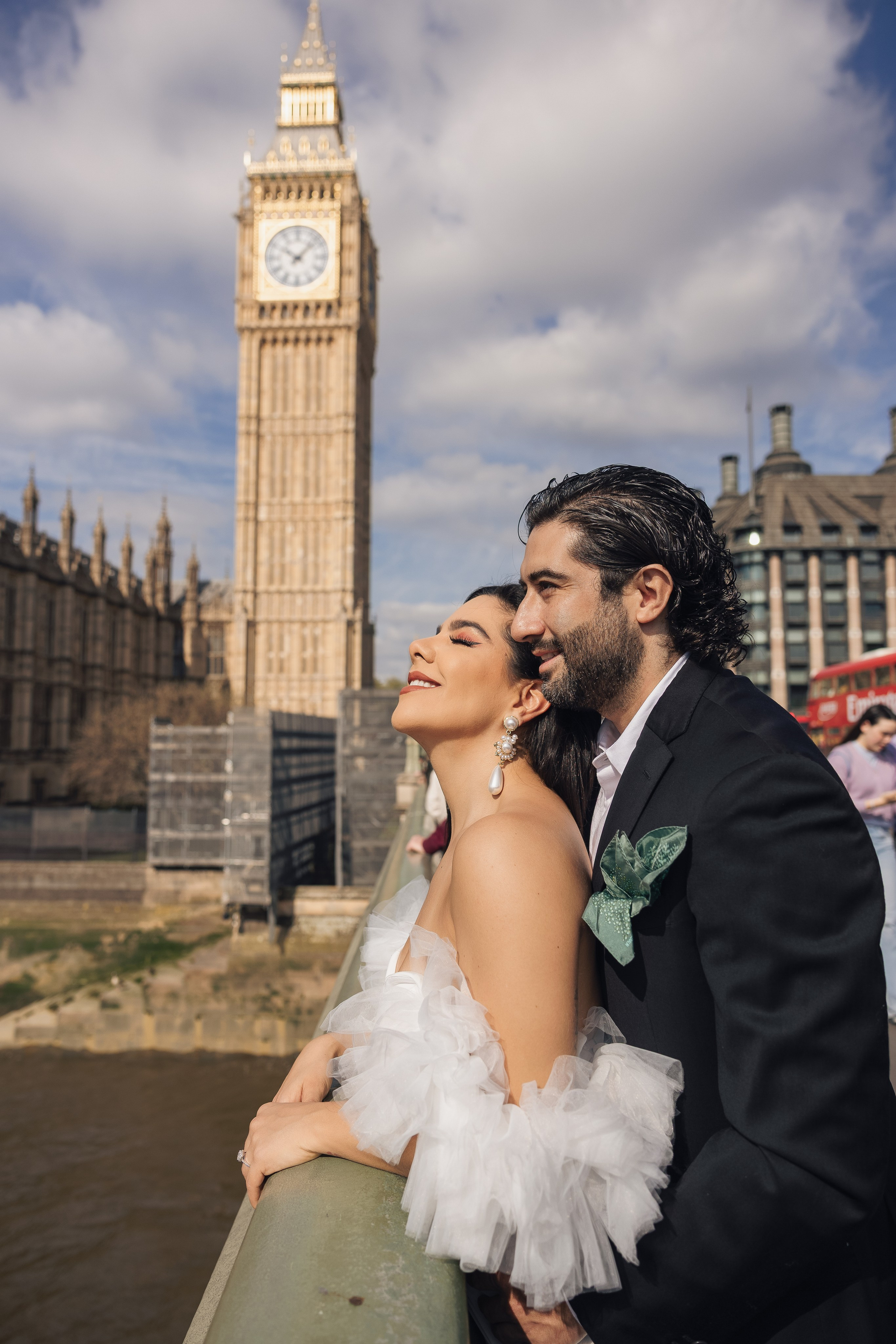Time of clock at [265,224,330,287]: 10:07
